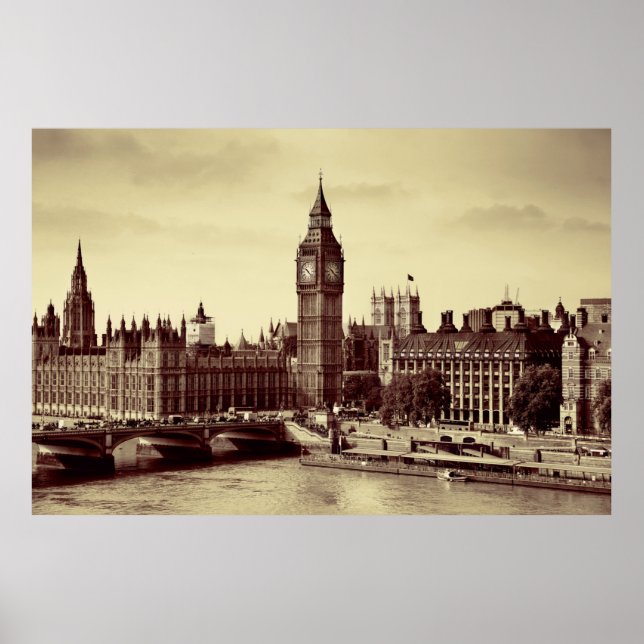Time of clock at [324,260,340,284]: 10:21
